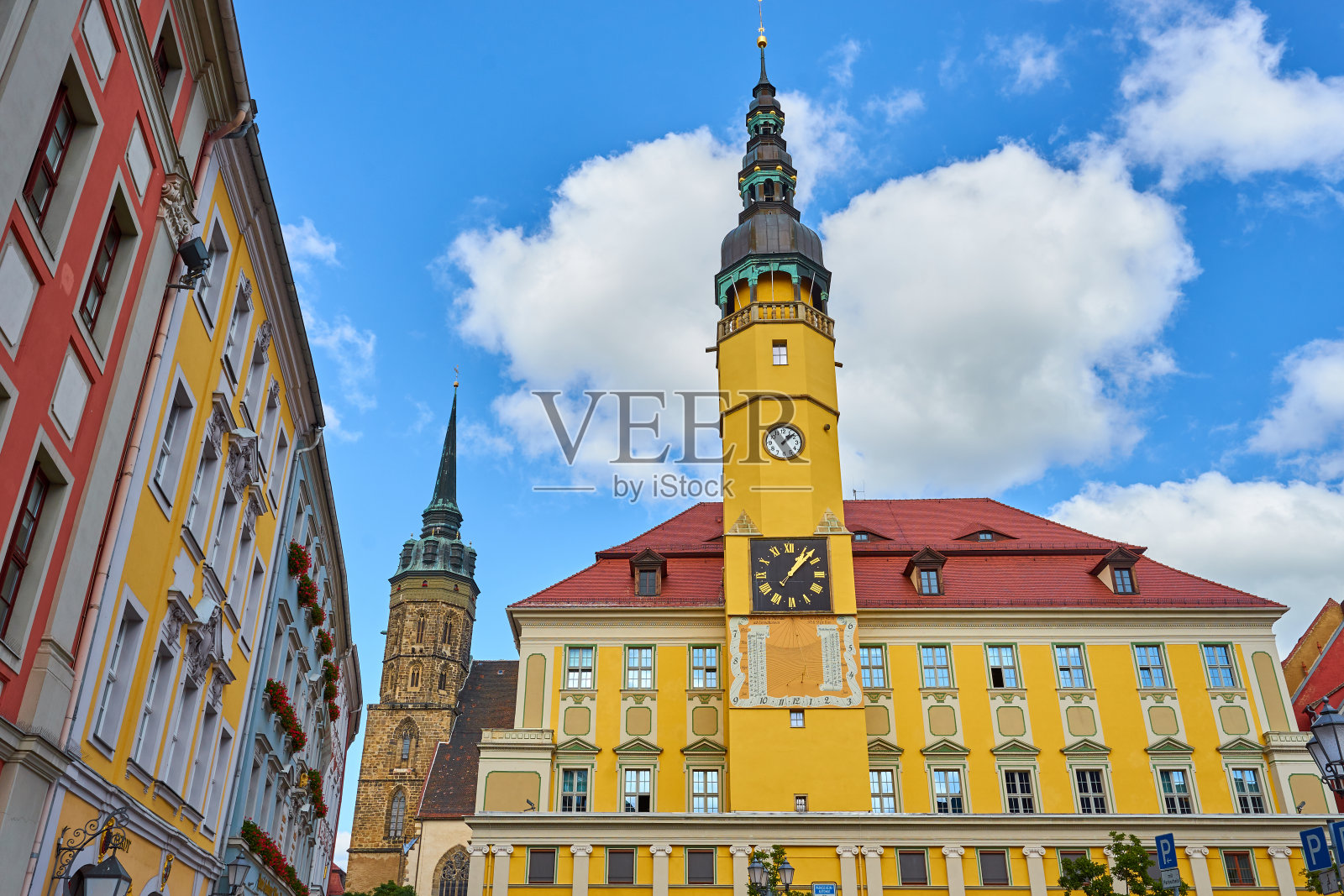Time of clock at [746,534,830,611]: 1:07
